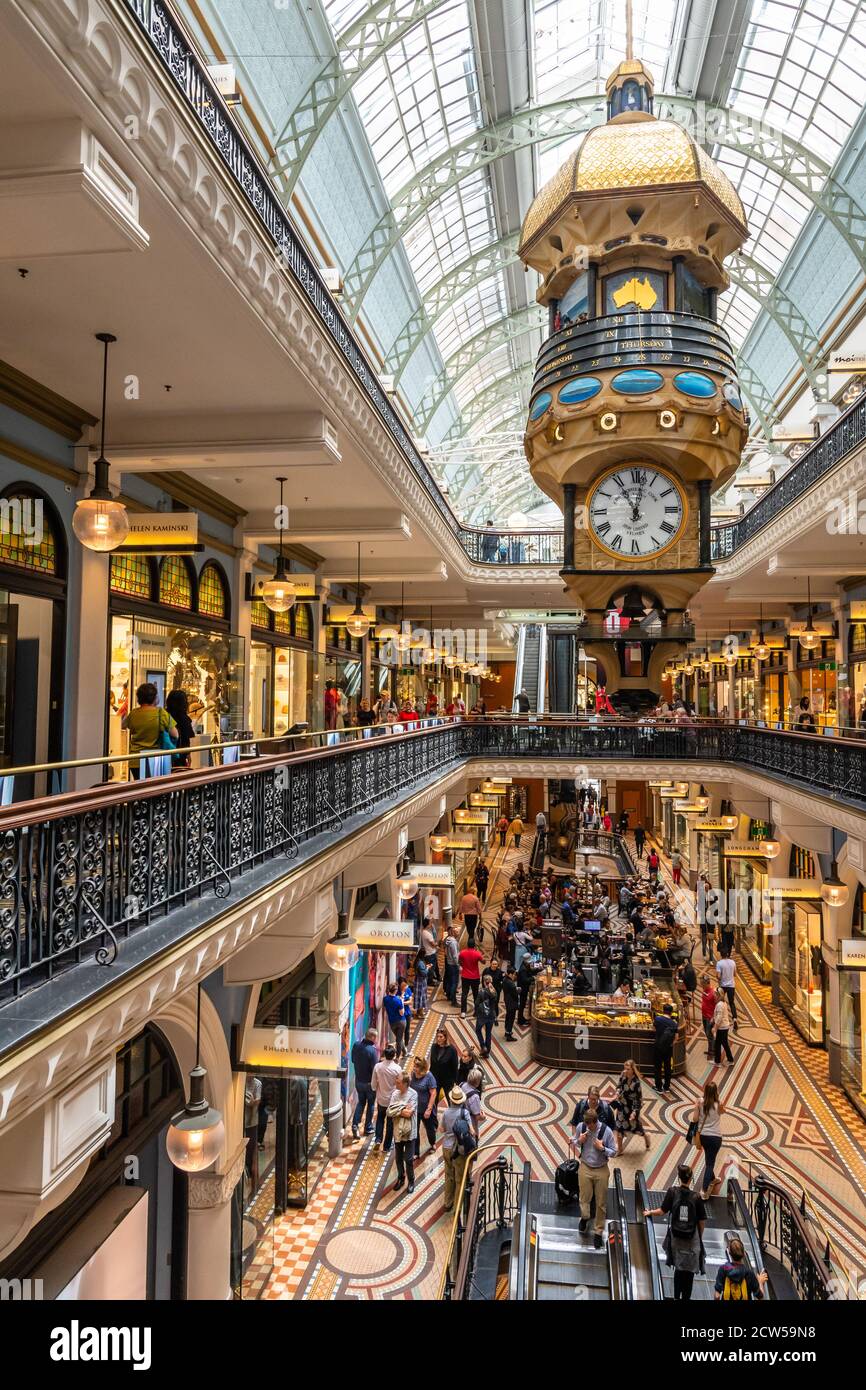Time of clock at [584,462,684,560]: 11:01
